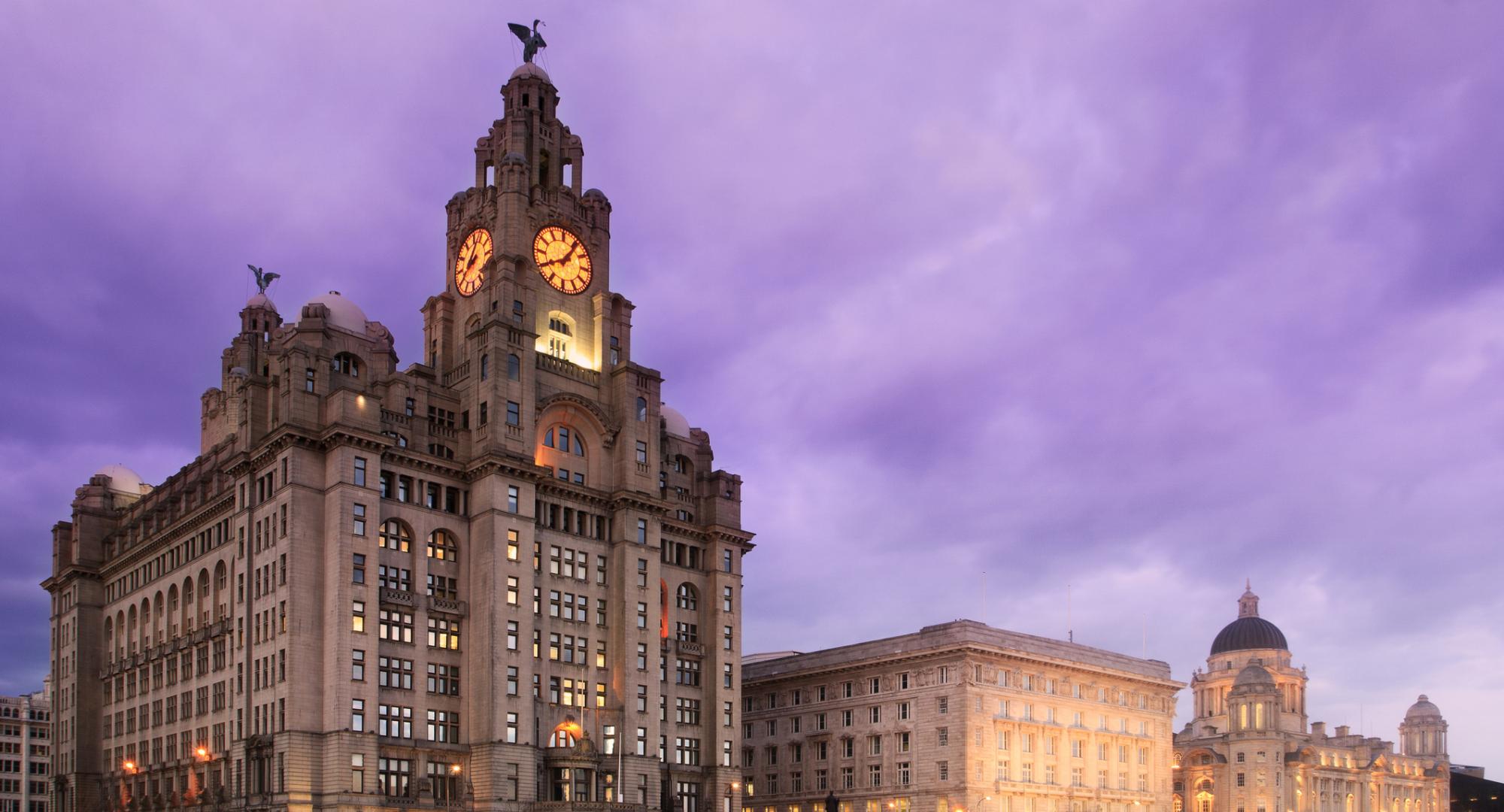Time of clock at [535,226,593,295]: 8:06
